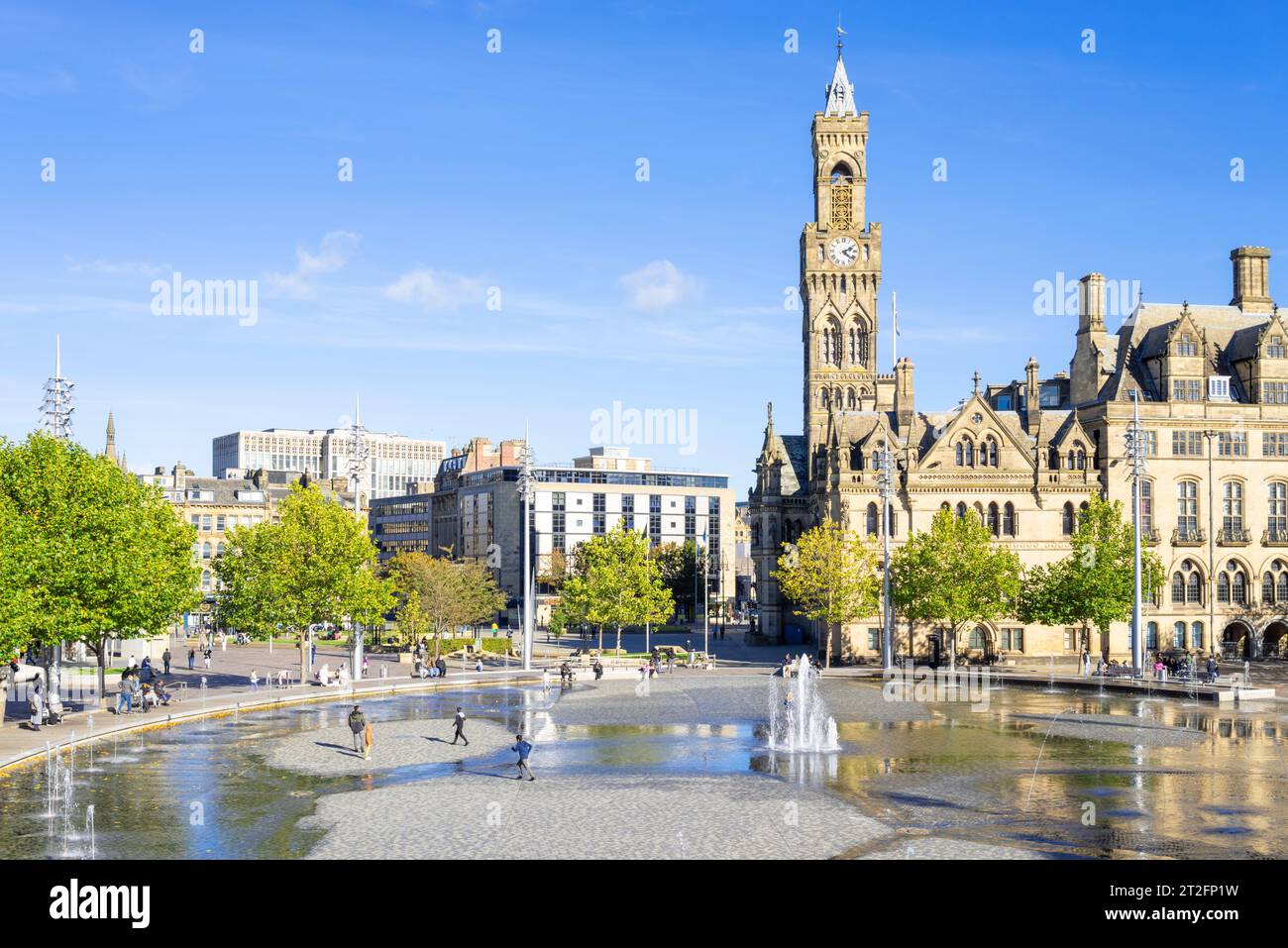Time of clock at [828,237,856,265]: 2:21
